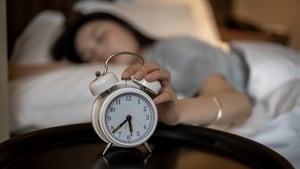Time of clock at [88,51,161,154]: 5:38
